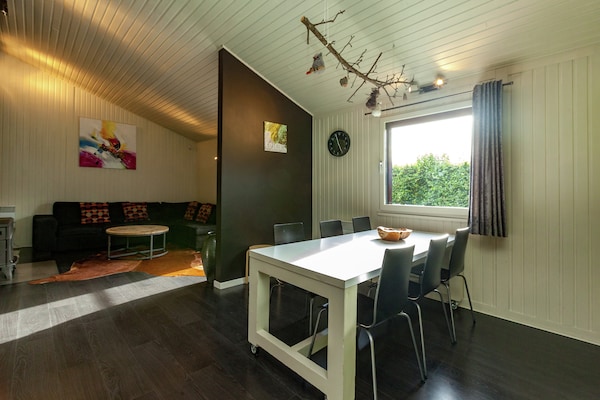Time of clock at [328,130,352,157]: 11:25
